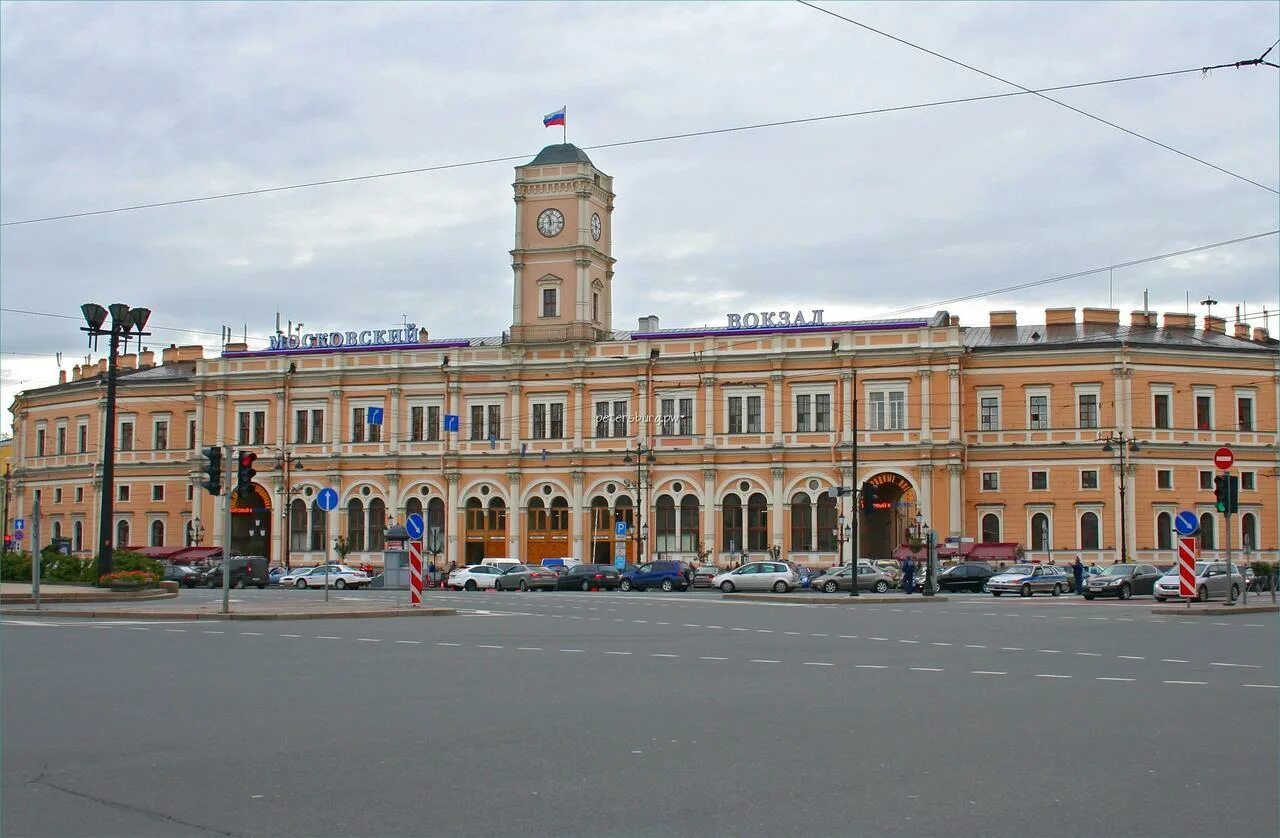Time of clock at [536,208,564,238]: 11:32
